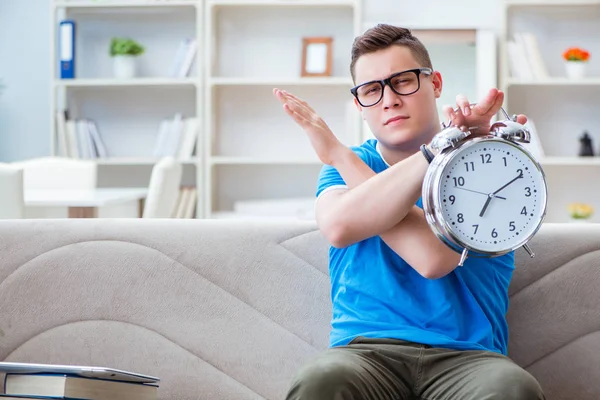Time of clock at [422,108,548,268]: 7:10
